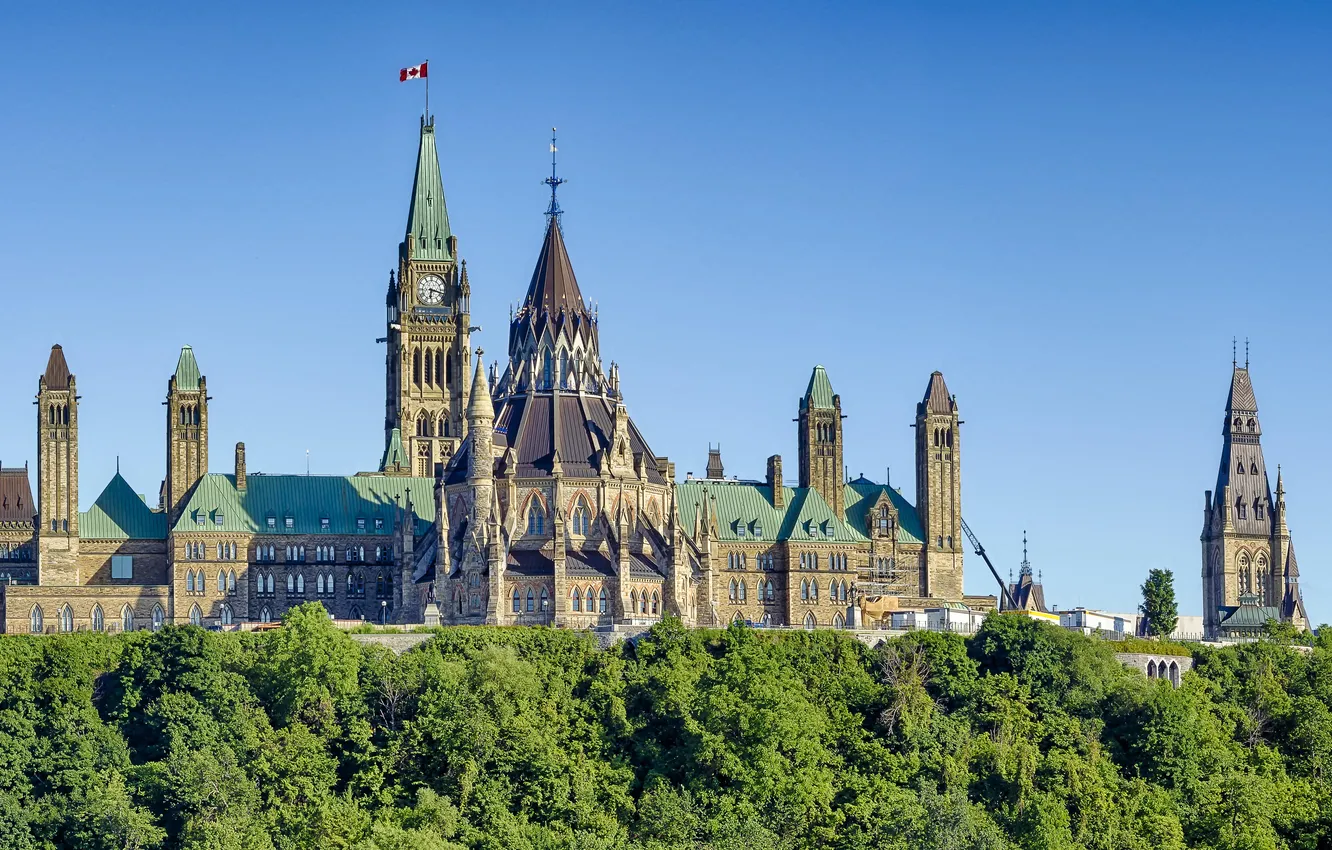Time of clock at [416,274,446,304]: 6:17
